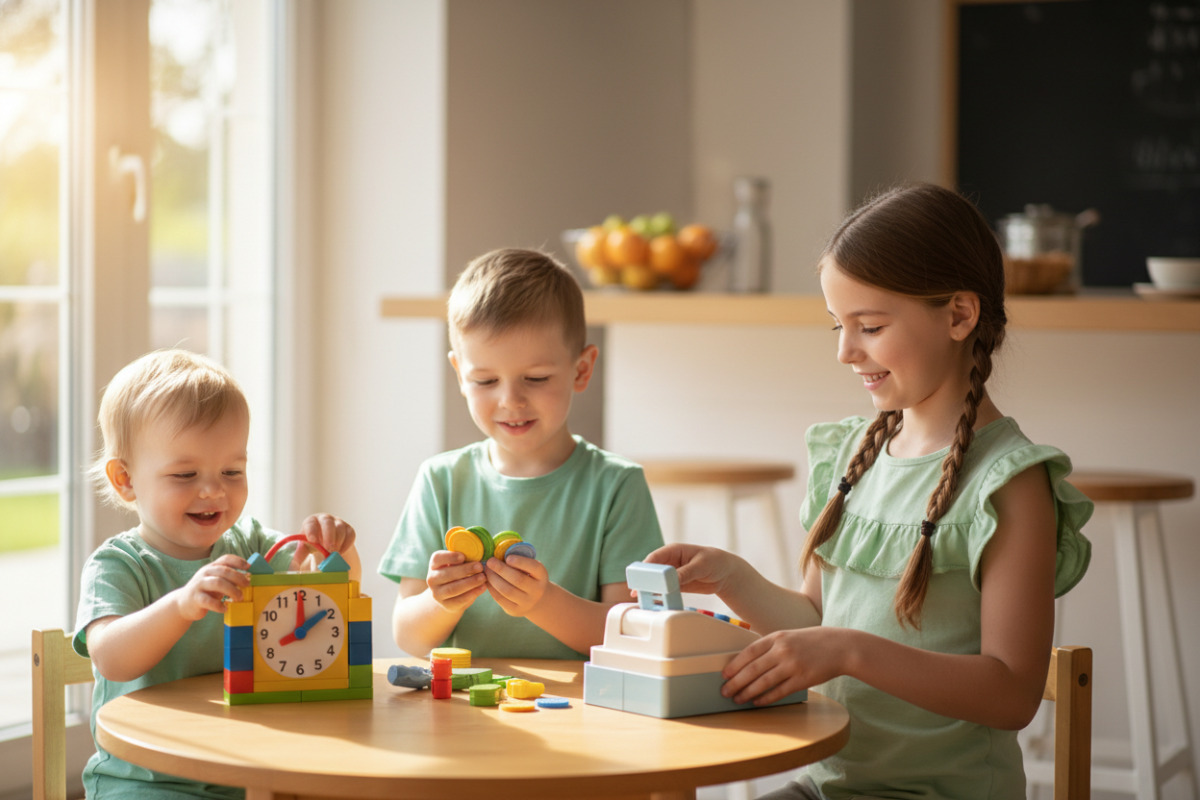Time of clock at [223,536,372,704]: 2:00
